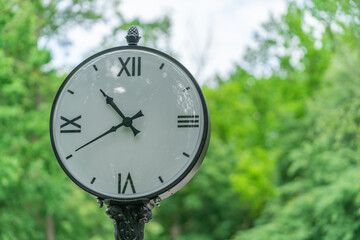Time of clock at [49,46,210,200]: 10:40
